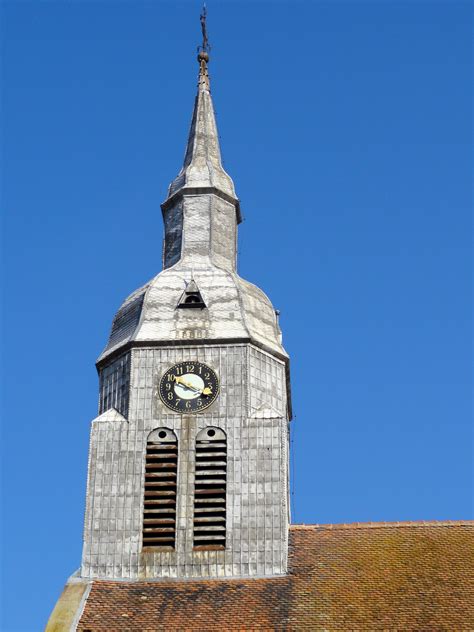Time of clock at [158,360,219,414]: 3:48
